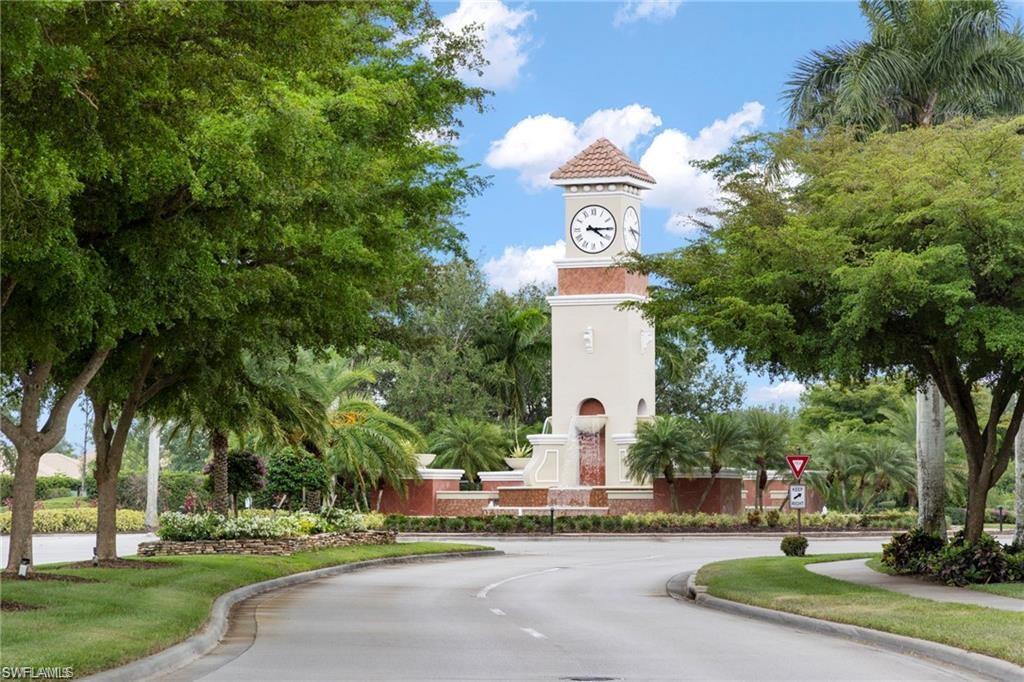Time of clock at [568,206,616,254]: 4:14
